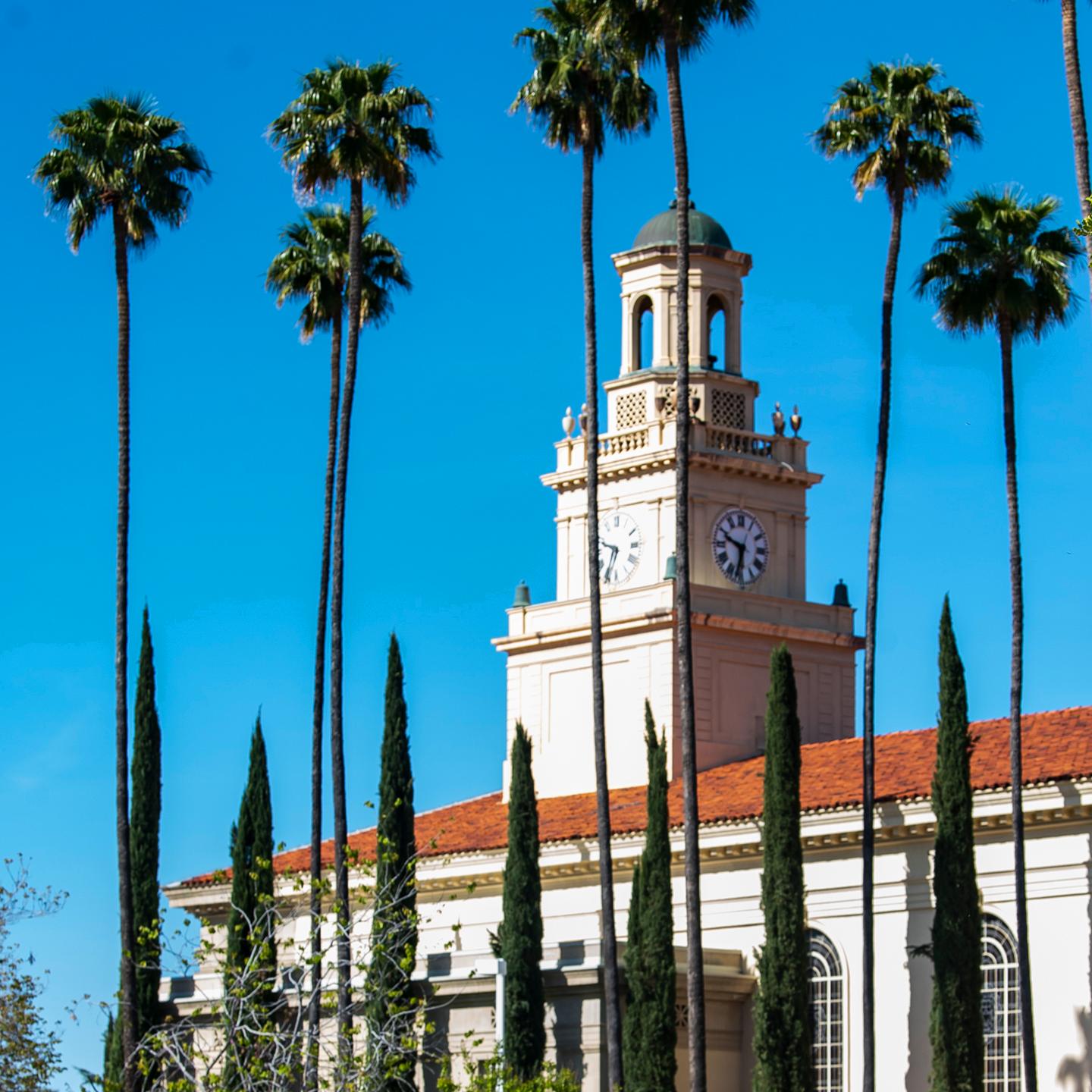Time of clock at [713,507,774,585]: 9:32
